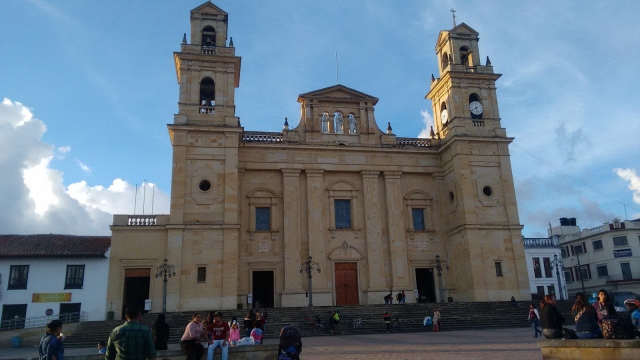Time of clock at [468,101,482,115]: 5:40
